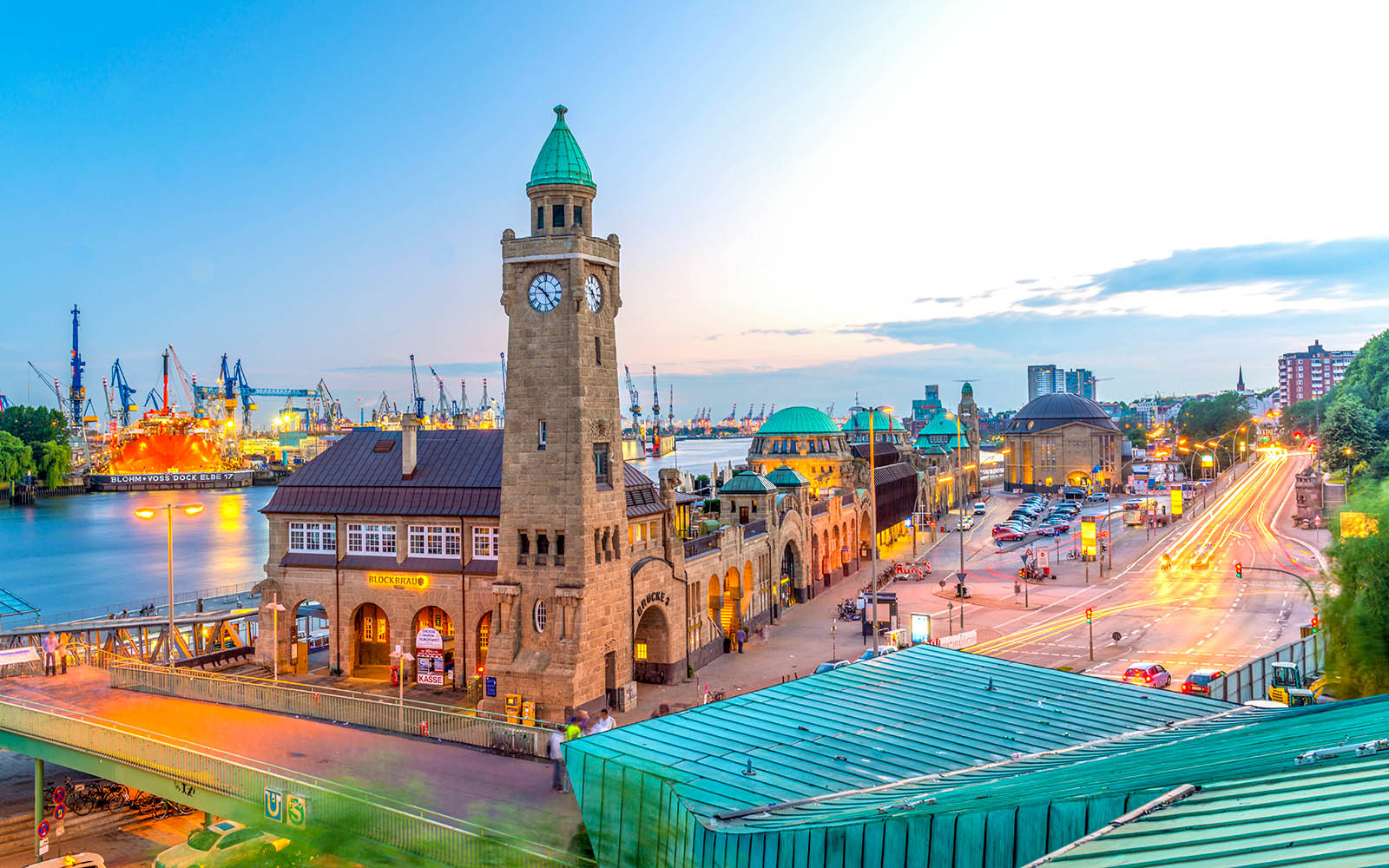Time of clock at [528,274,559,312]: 10:24
